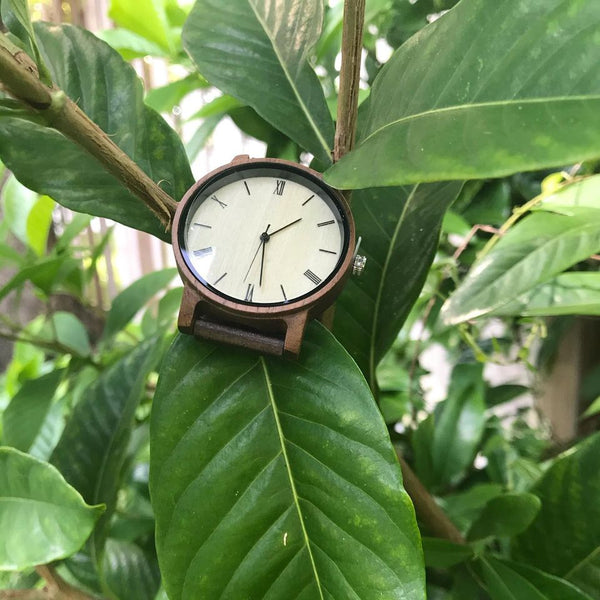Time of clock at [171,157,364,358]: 1:28
